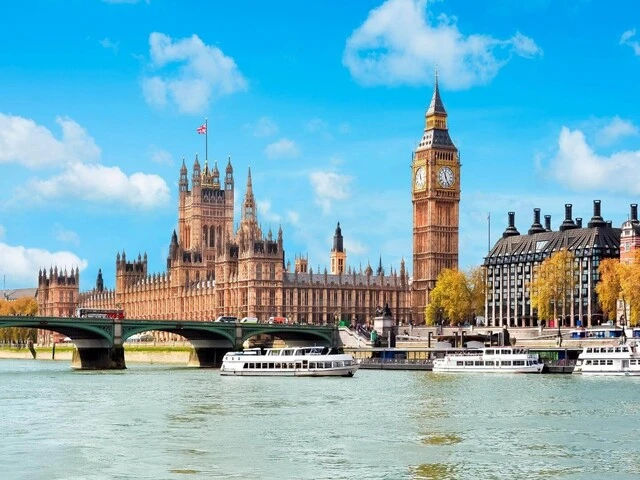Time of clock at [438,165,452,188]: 11:25
